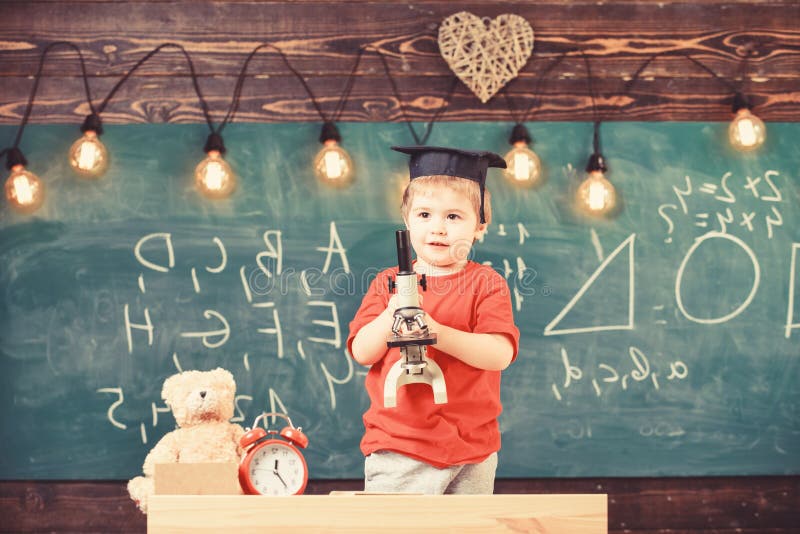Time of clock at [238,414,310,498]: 12:24
